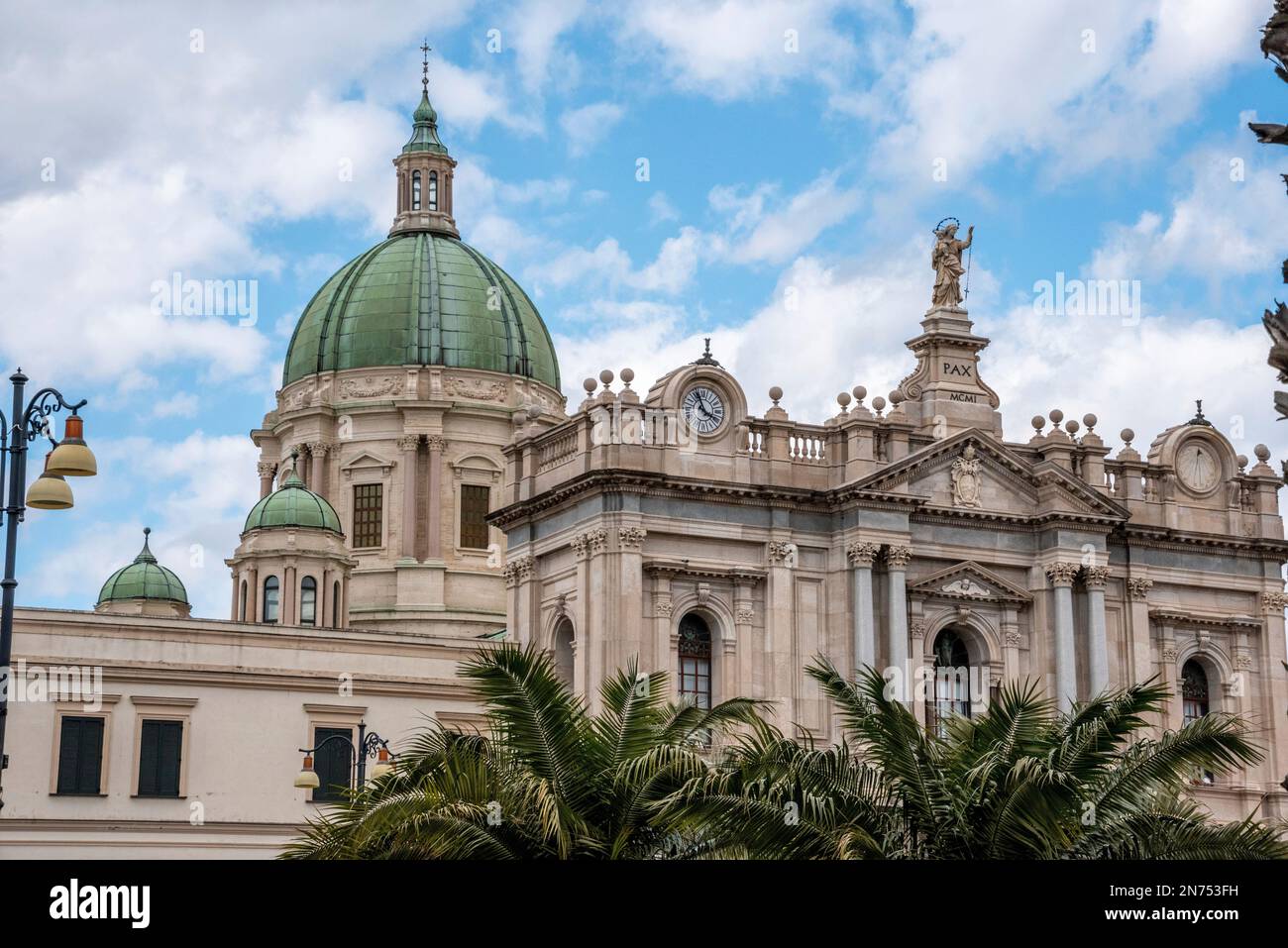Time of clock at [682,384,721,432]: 3:56
